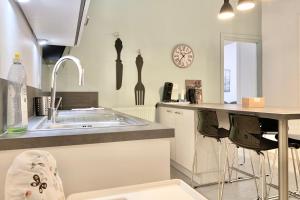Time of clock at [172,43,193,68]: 10:36
